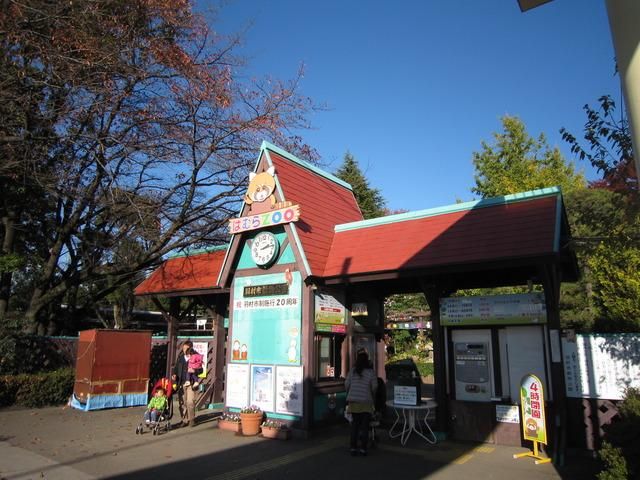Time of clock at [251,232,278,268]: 2:13
